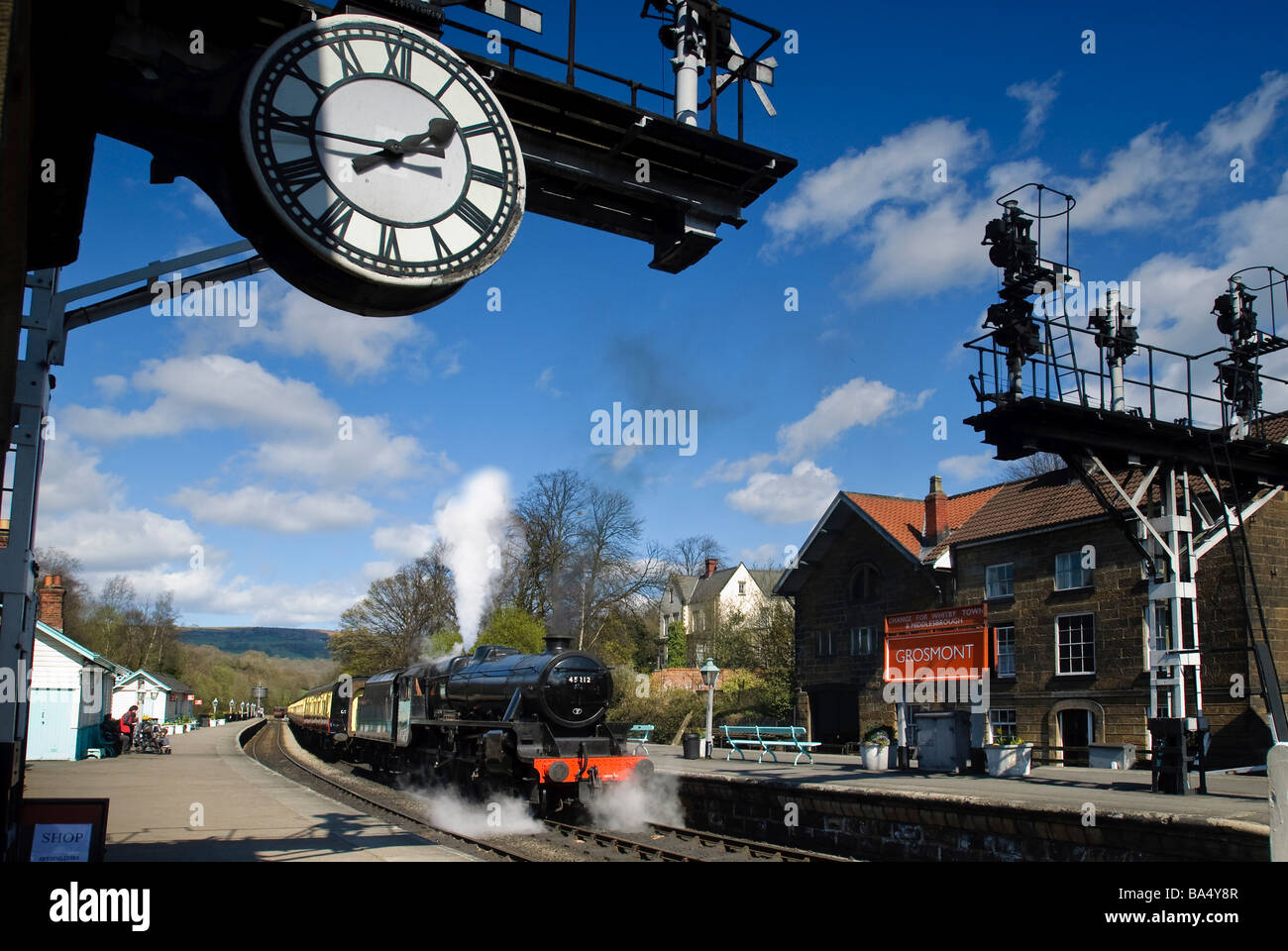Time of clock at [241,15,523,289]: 1:44
